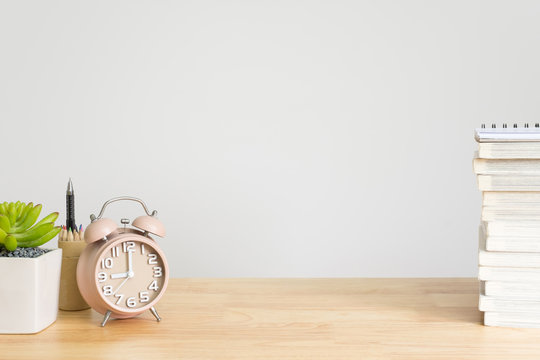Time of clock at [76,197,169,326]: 9:00
